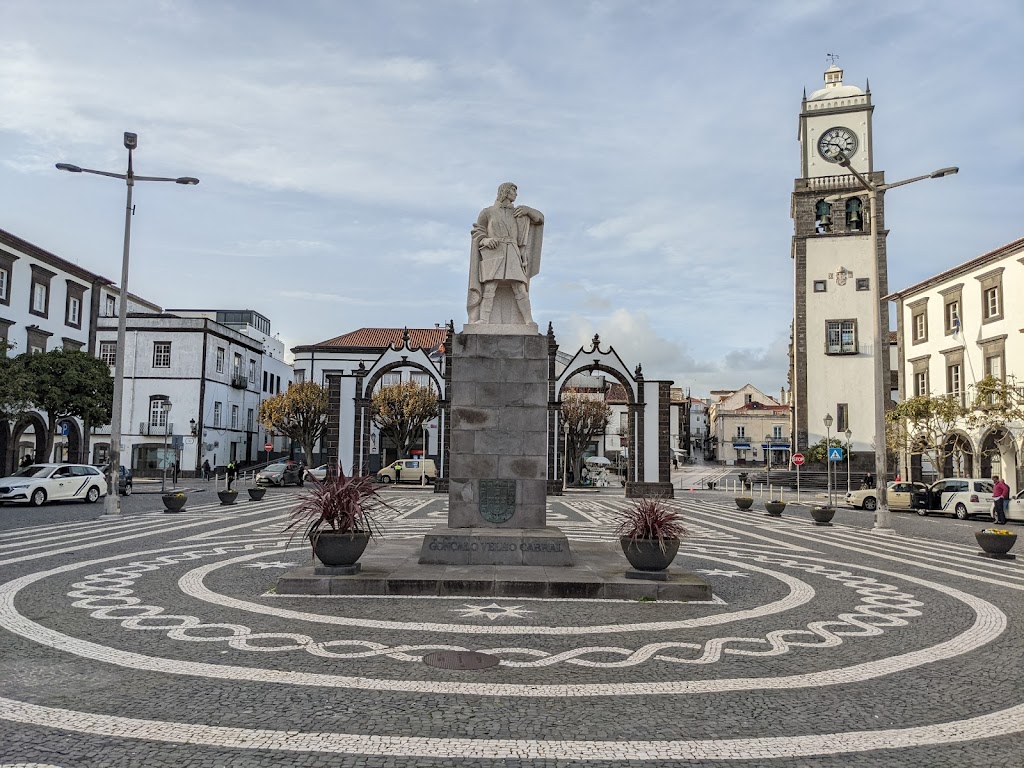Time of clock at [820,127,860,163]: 4:46
